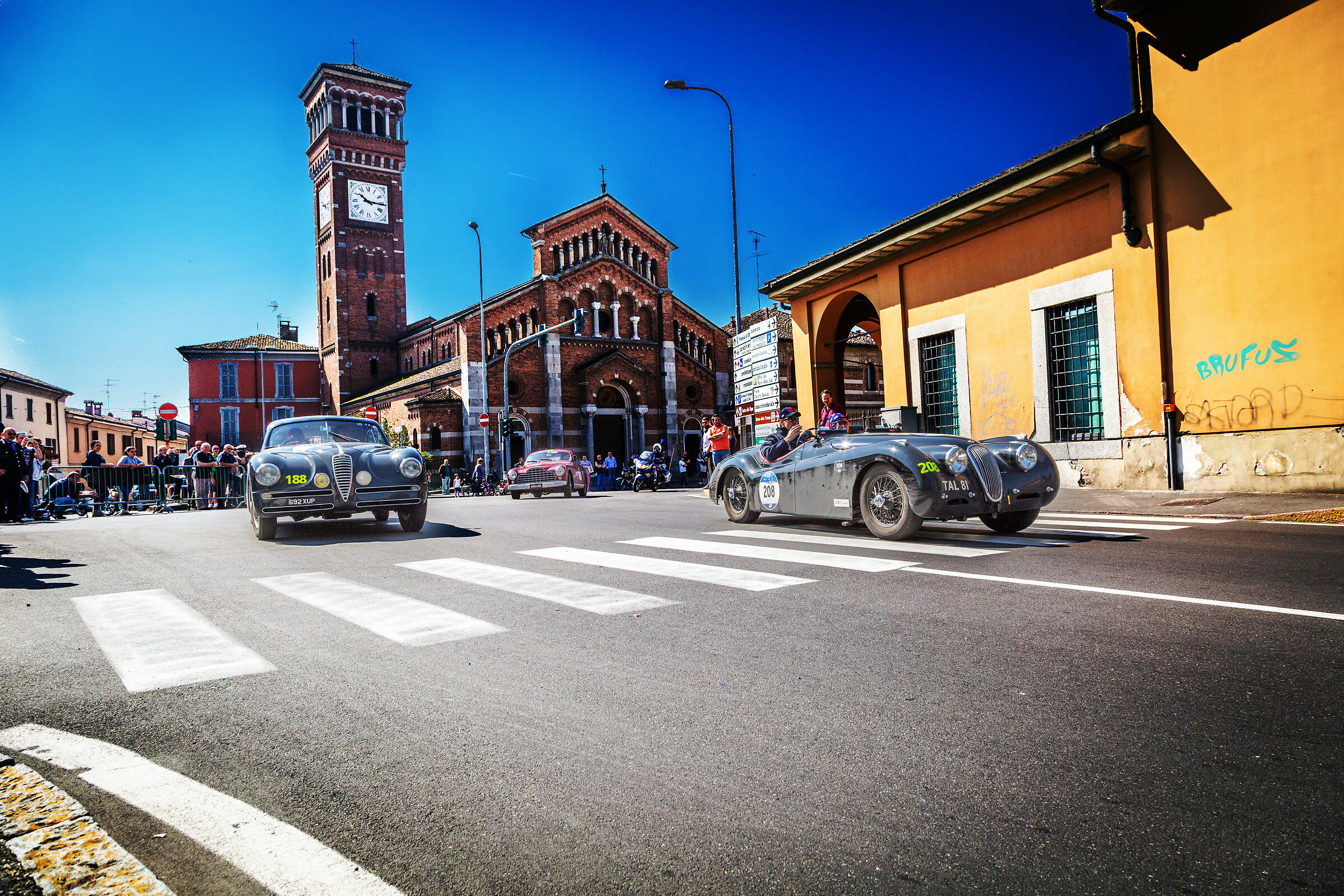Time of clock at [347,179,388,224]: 10:15
